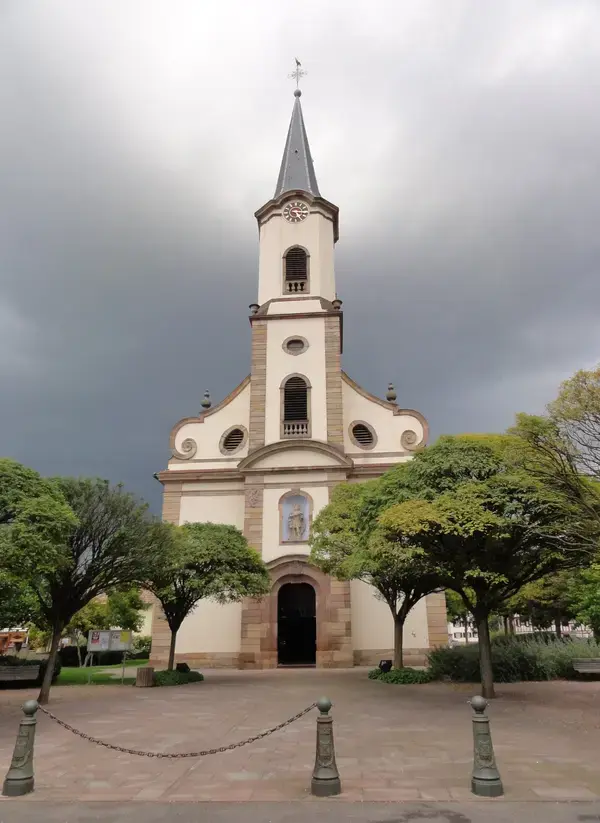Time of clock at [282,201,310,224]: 5:15
